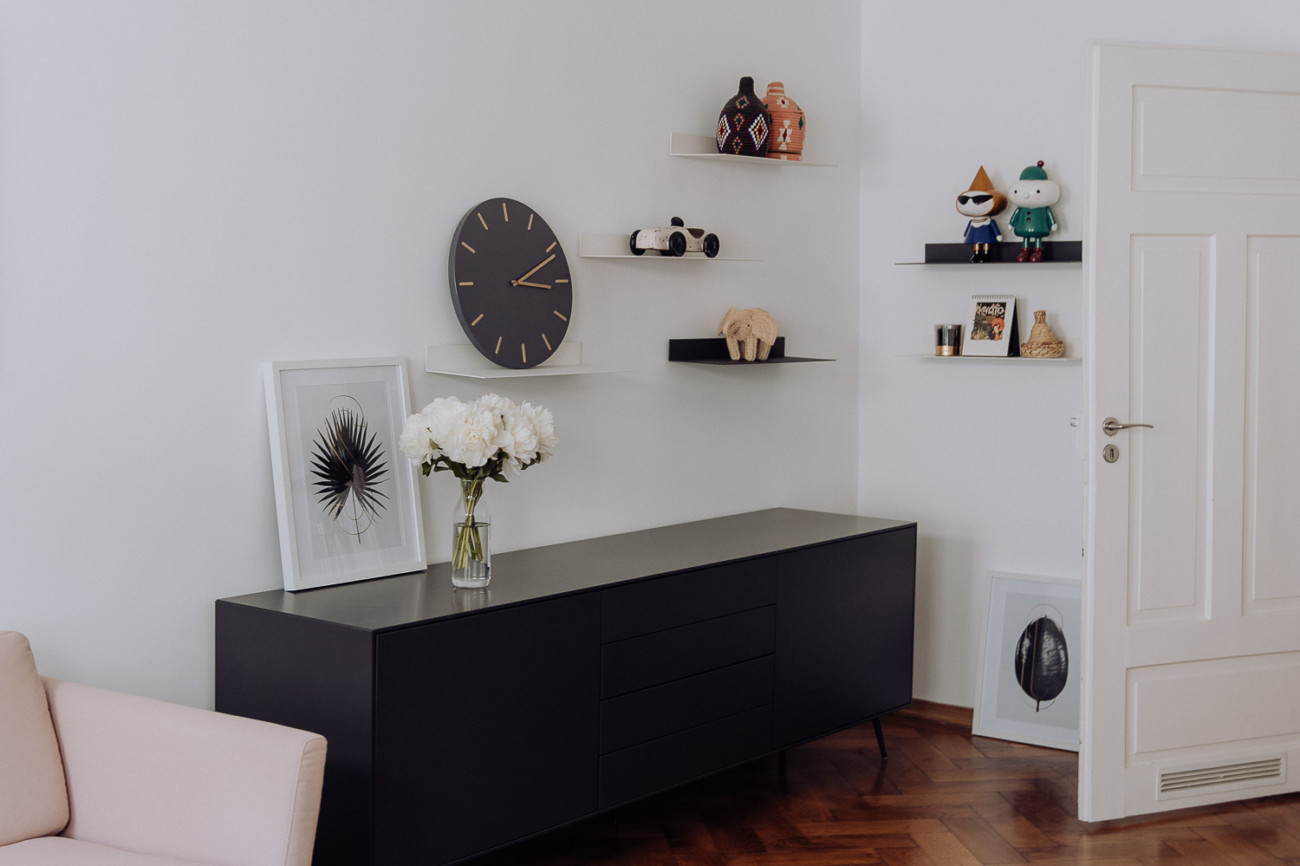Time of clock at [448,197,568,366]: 3:11
